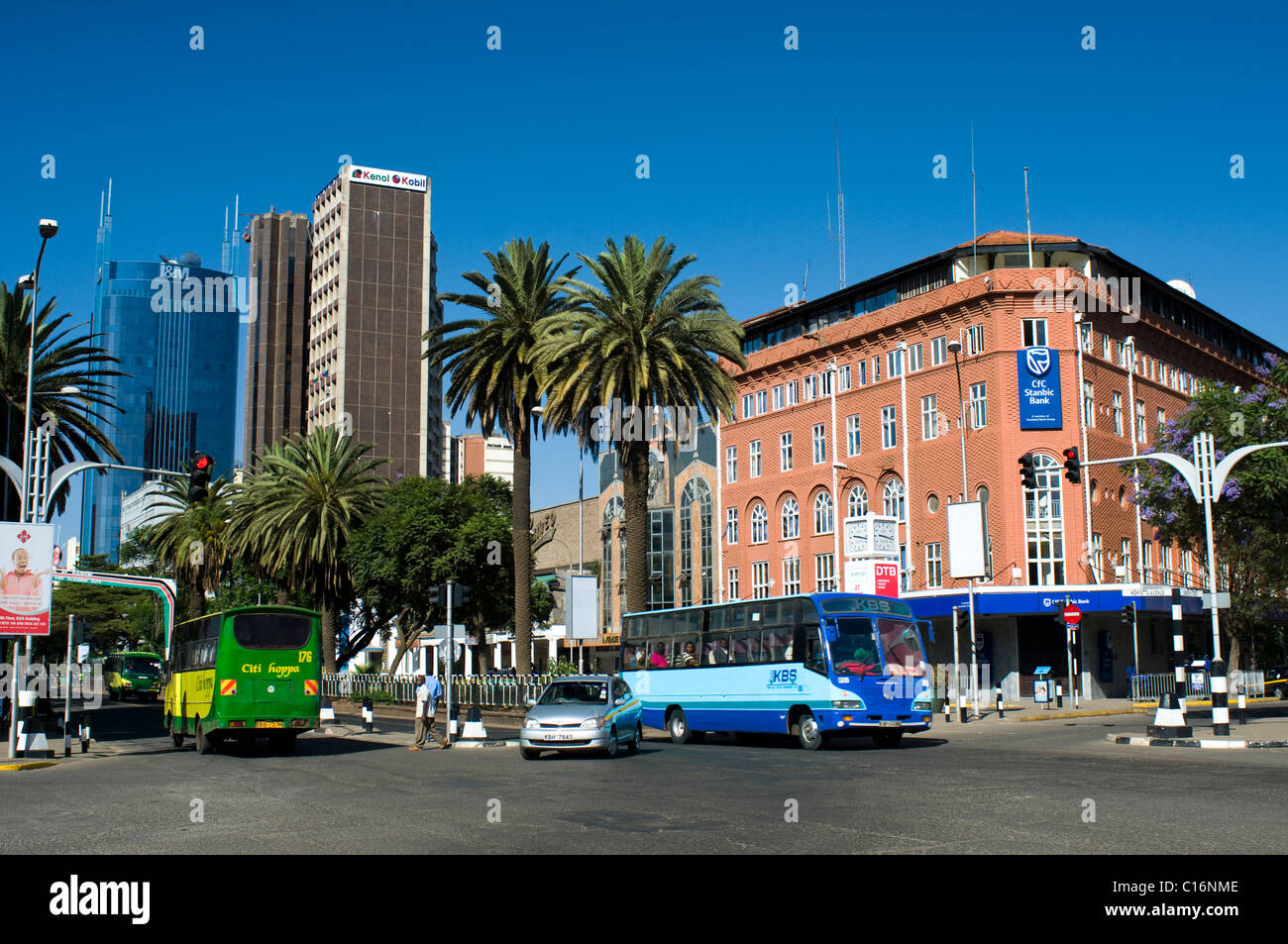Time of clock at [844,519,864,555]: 9:17
